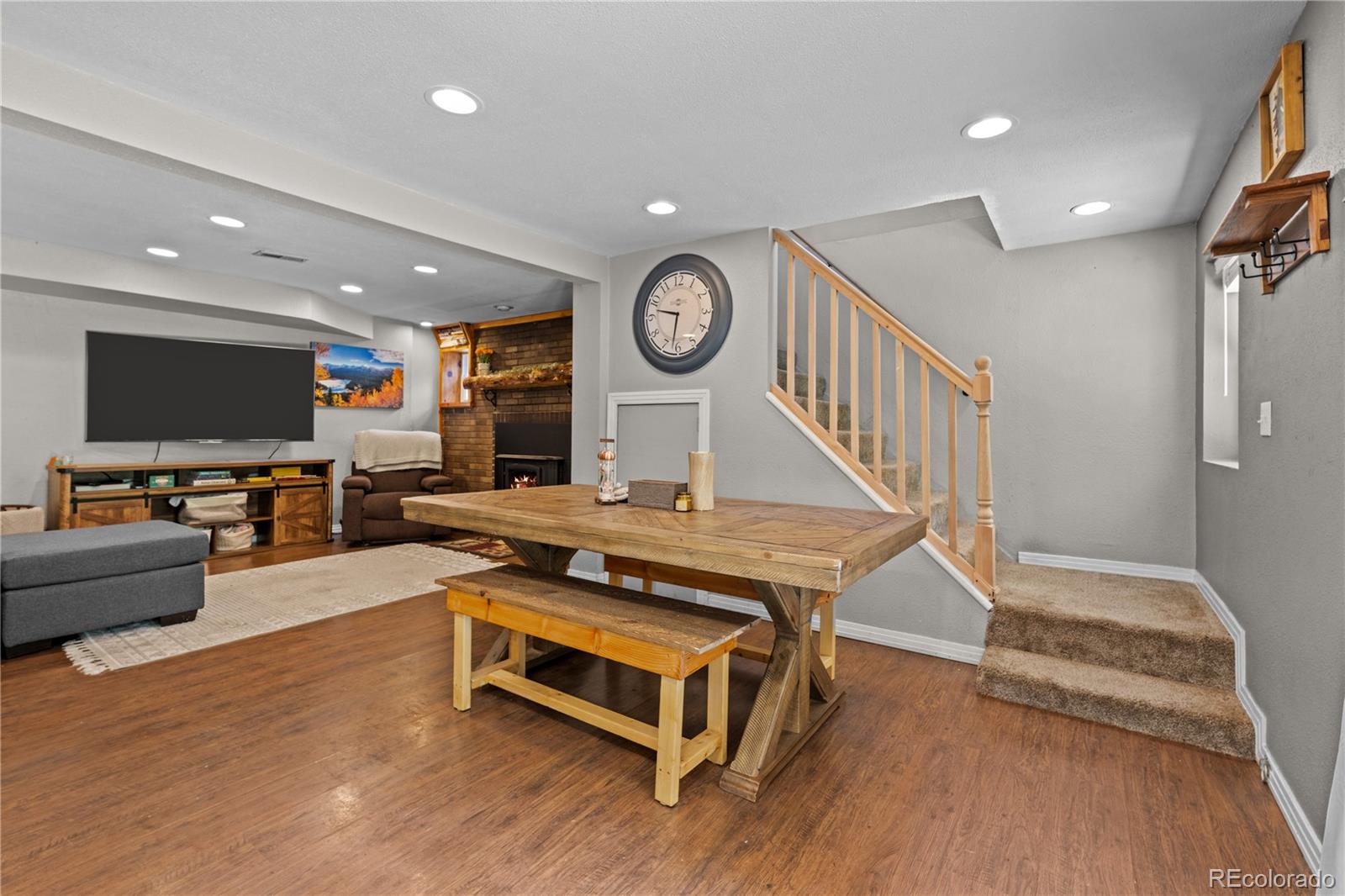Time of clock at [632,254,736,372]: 9:31
